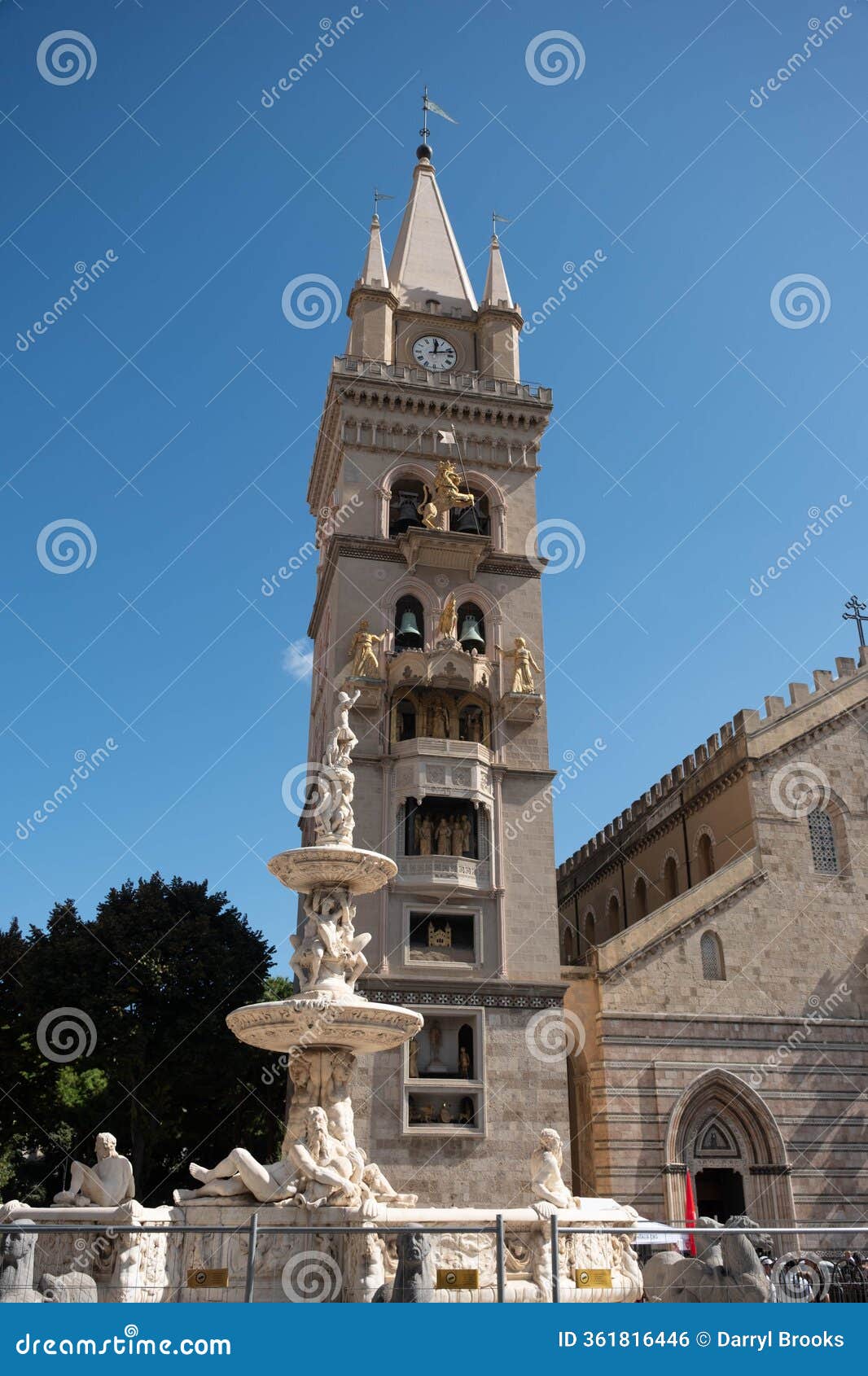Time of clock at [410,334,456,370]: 12:12
